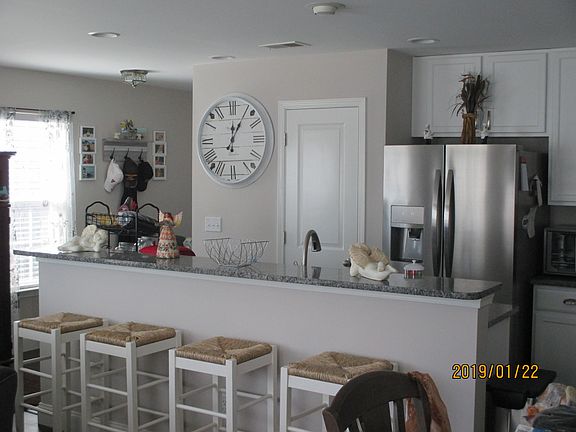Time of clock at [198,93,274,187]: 12:04
